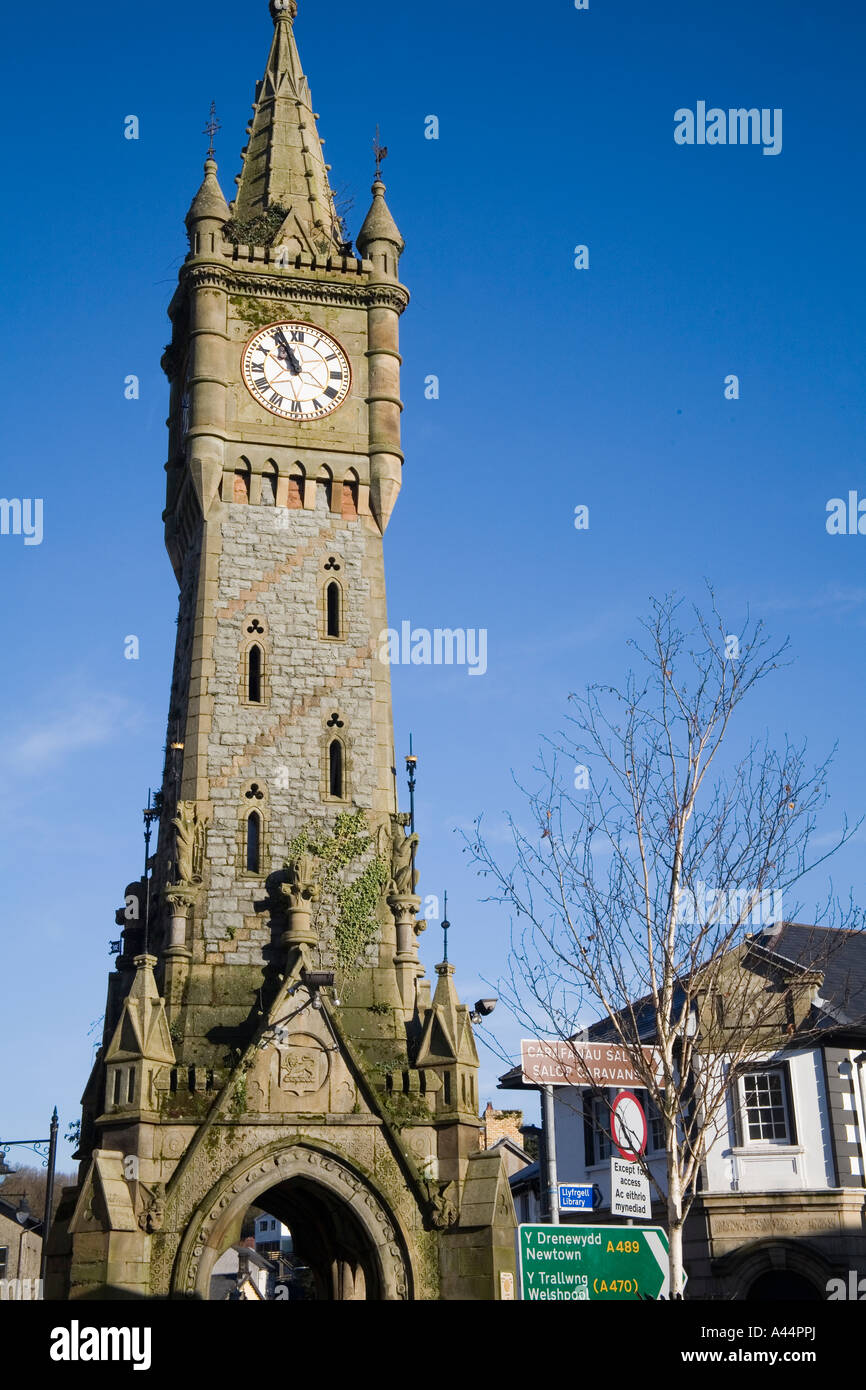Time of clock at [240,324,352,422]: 10:56
